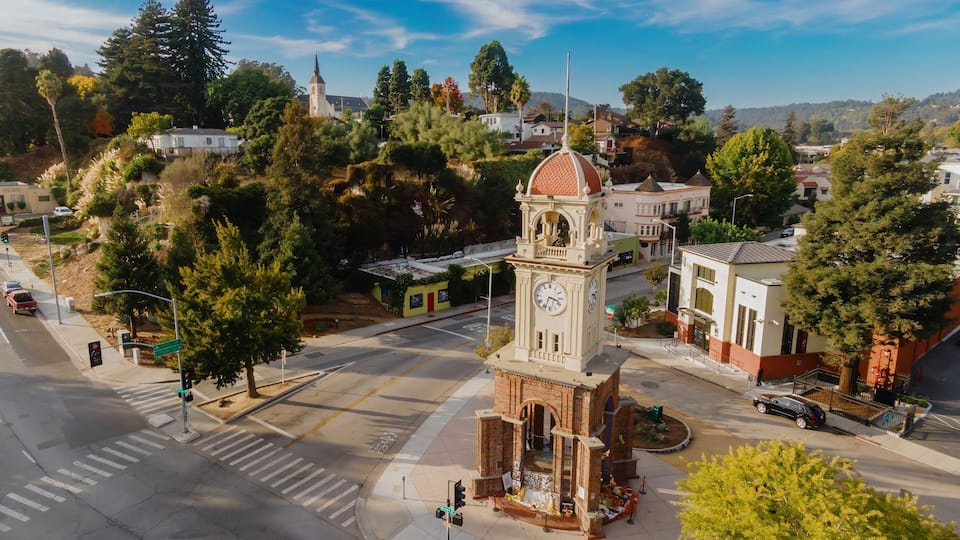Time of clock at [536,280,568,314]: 3:33
